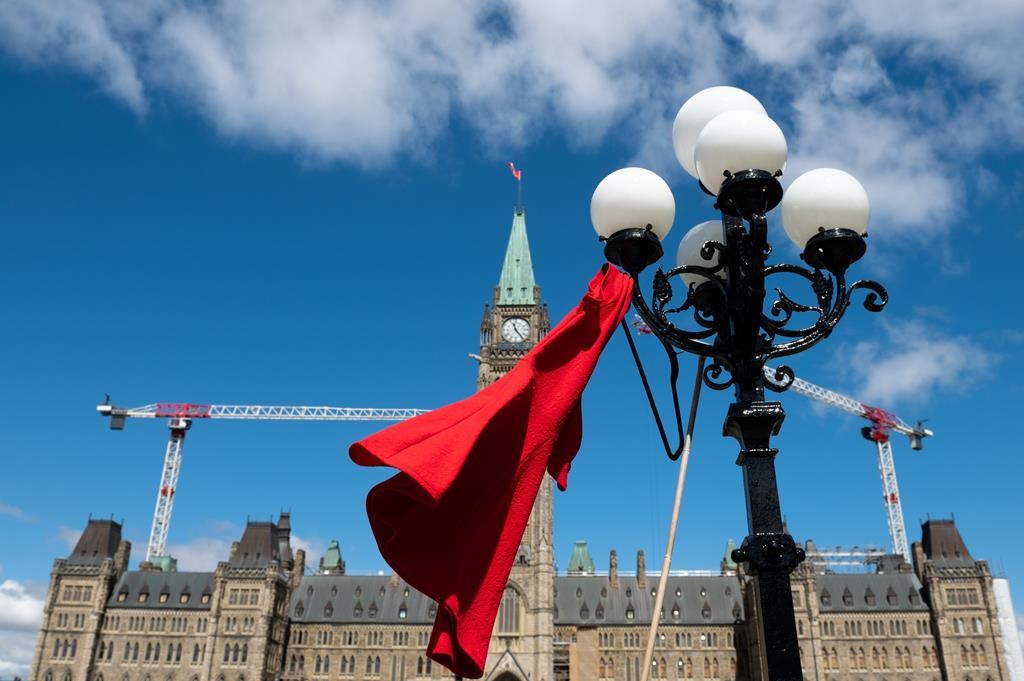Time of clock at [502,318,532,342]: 11:23
